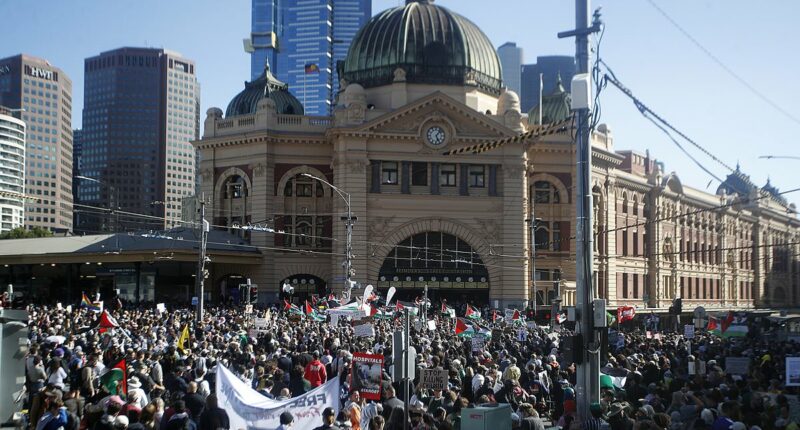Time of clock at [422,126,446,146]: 5:06
